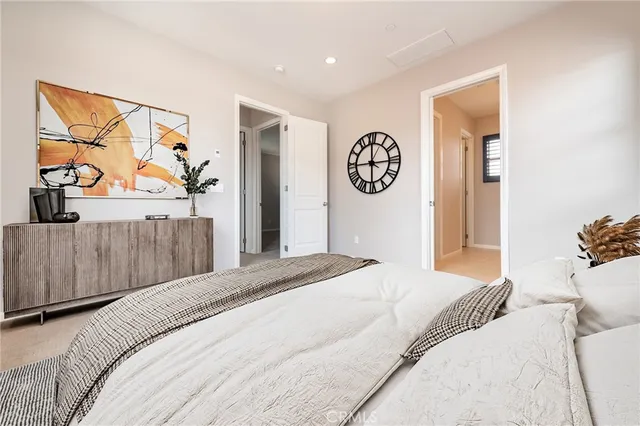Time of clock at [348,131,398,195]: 5:59
